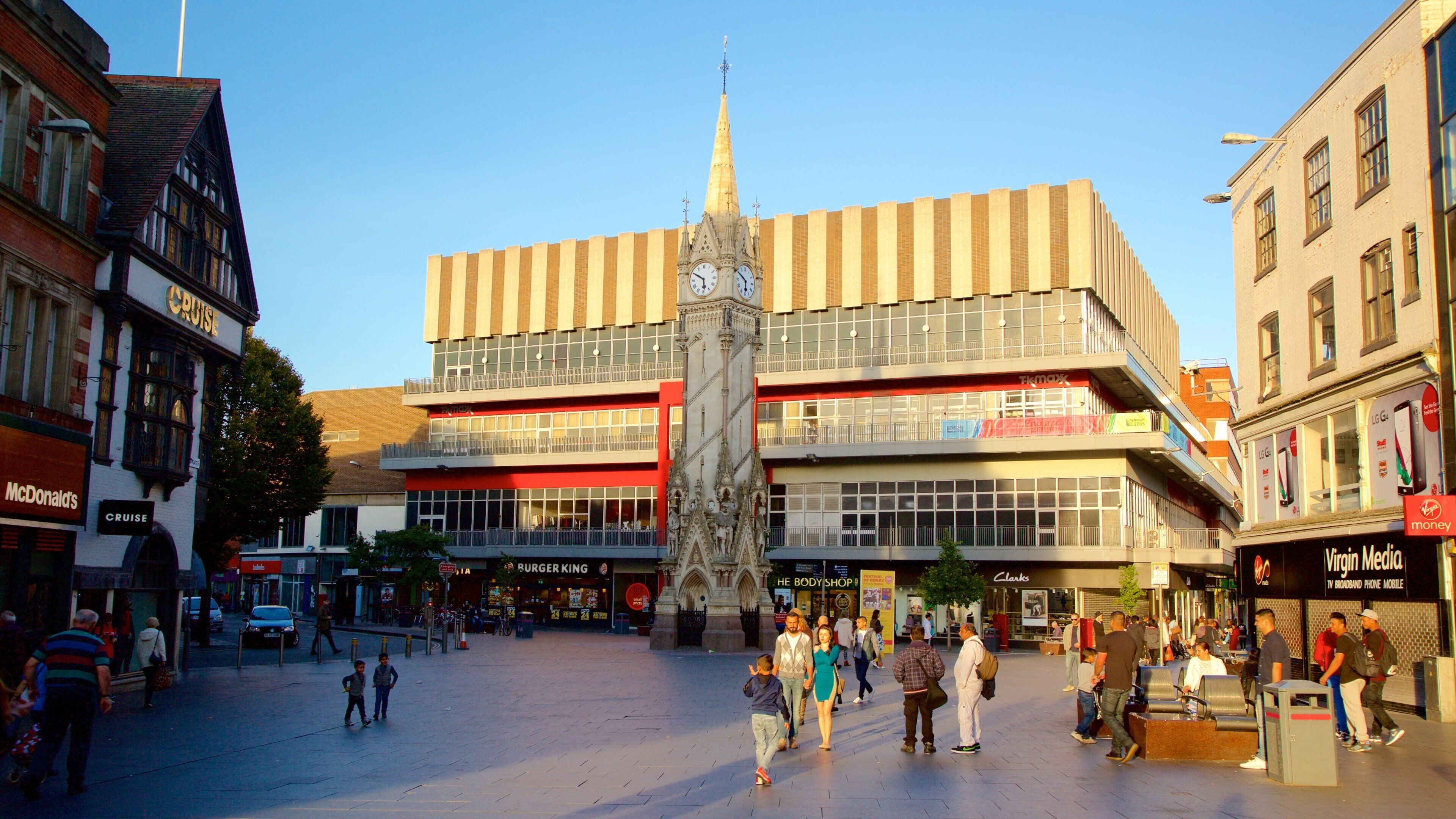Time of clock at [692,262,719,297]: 5:49
